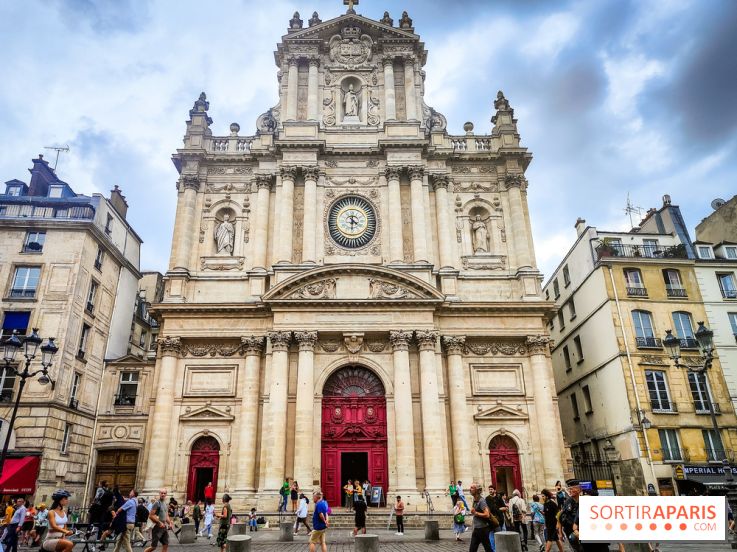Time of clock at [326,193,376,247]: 4:30
